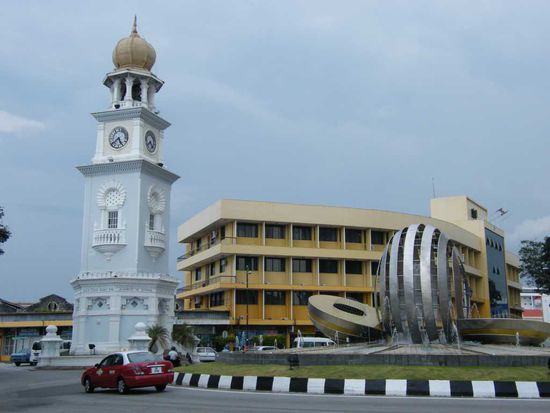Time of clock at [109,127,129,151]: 7:25
